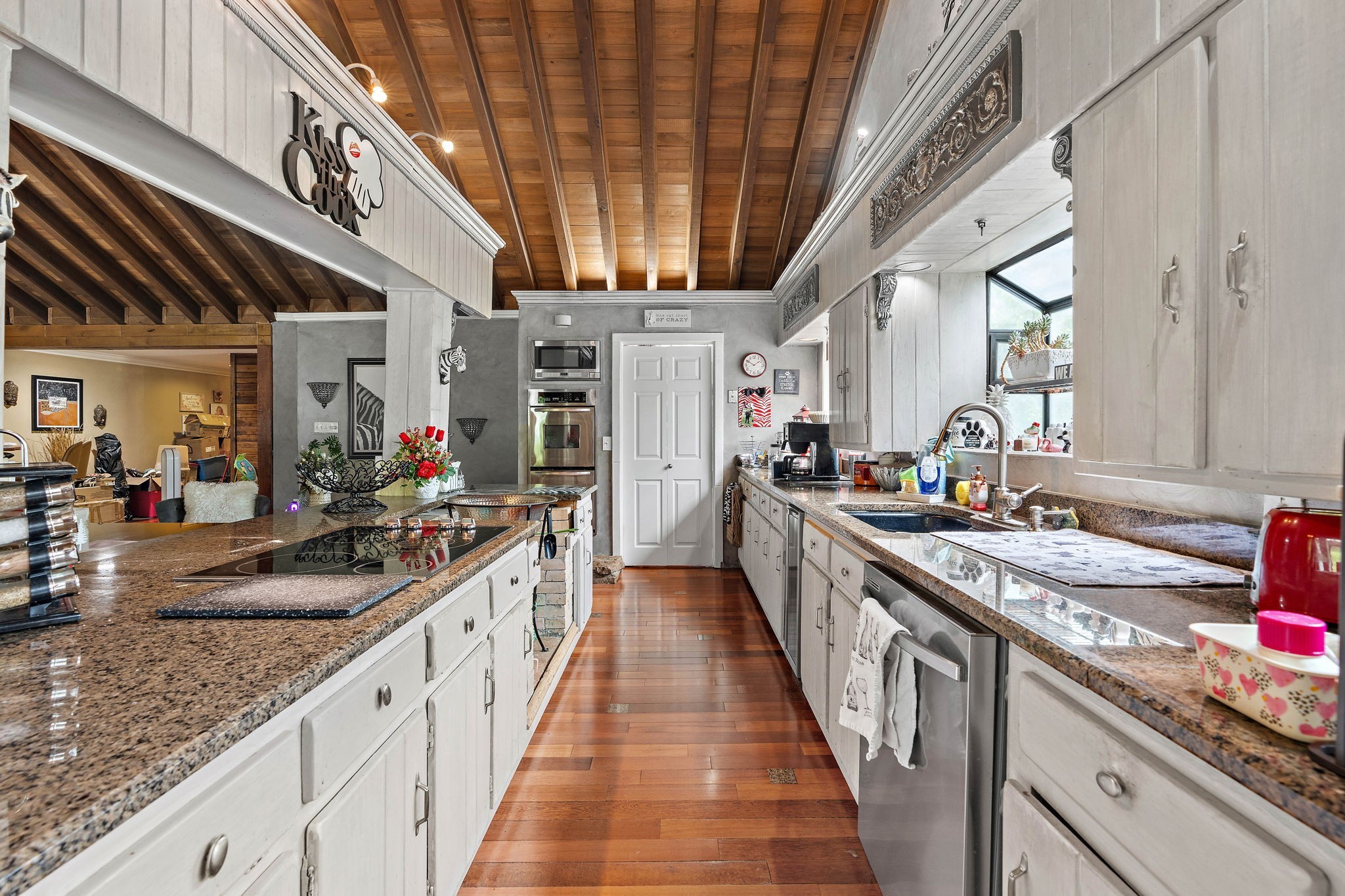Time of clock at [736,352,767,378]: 1:50
